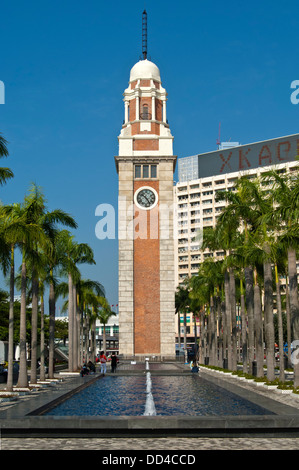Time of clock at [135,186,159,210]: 10:24
